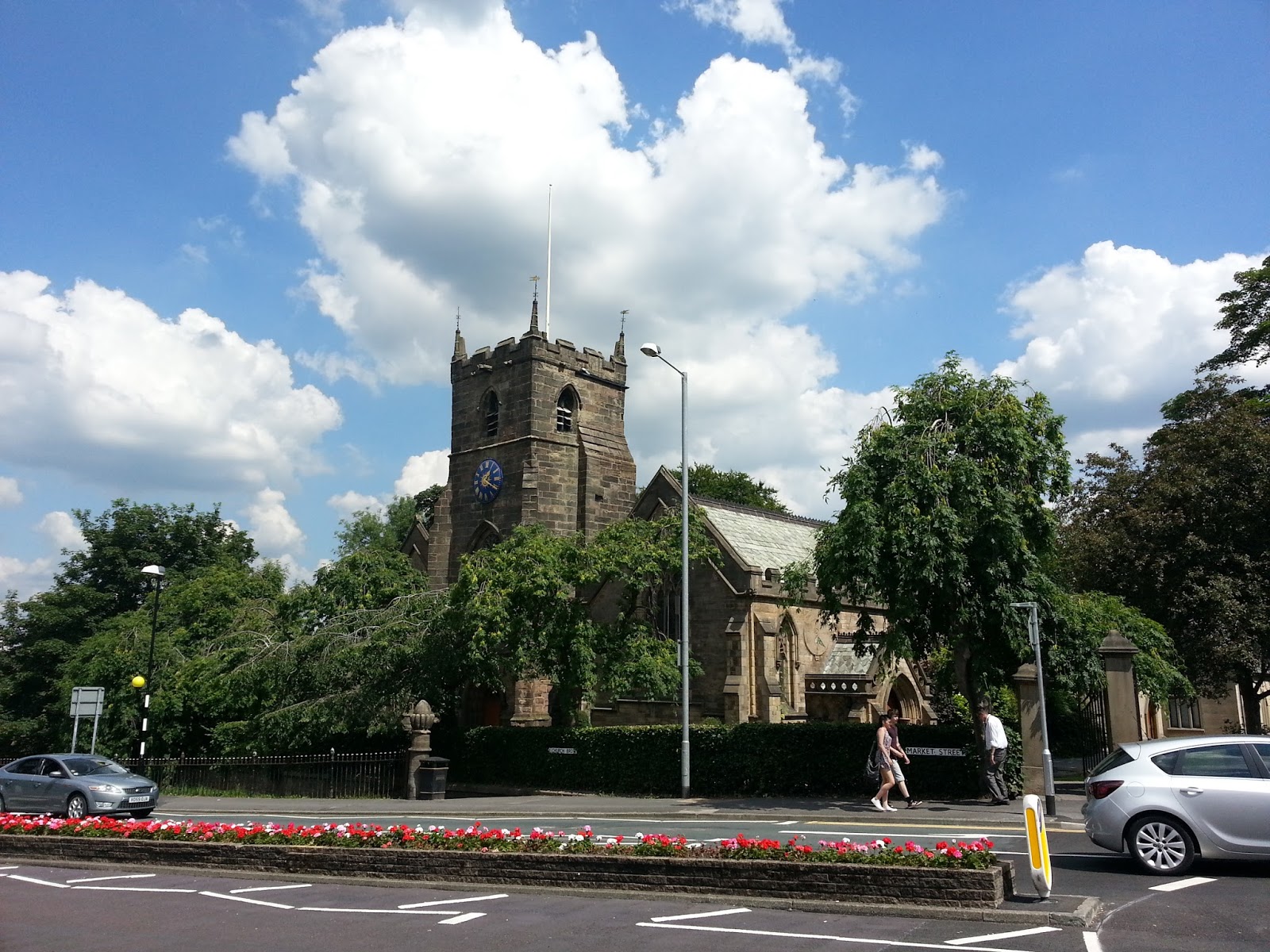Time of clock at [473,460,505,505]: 1:20
